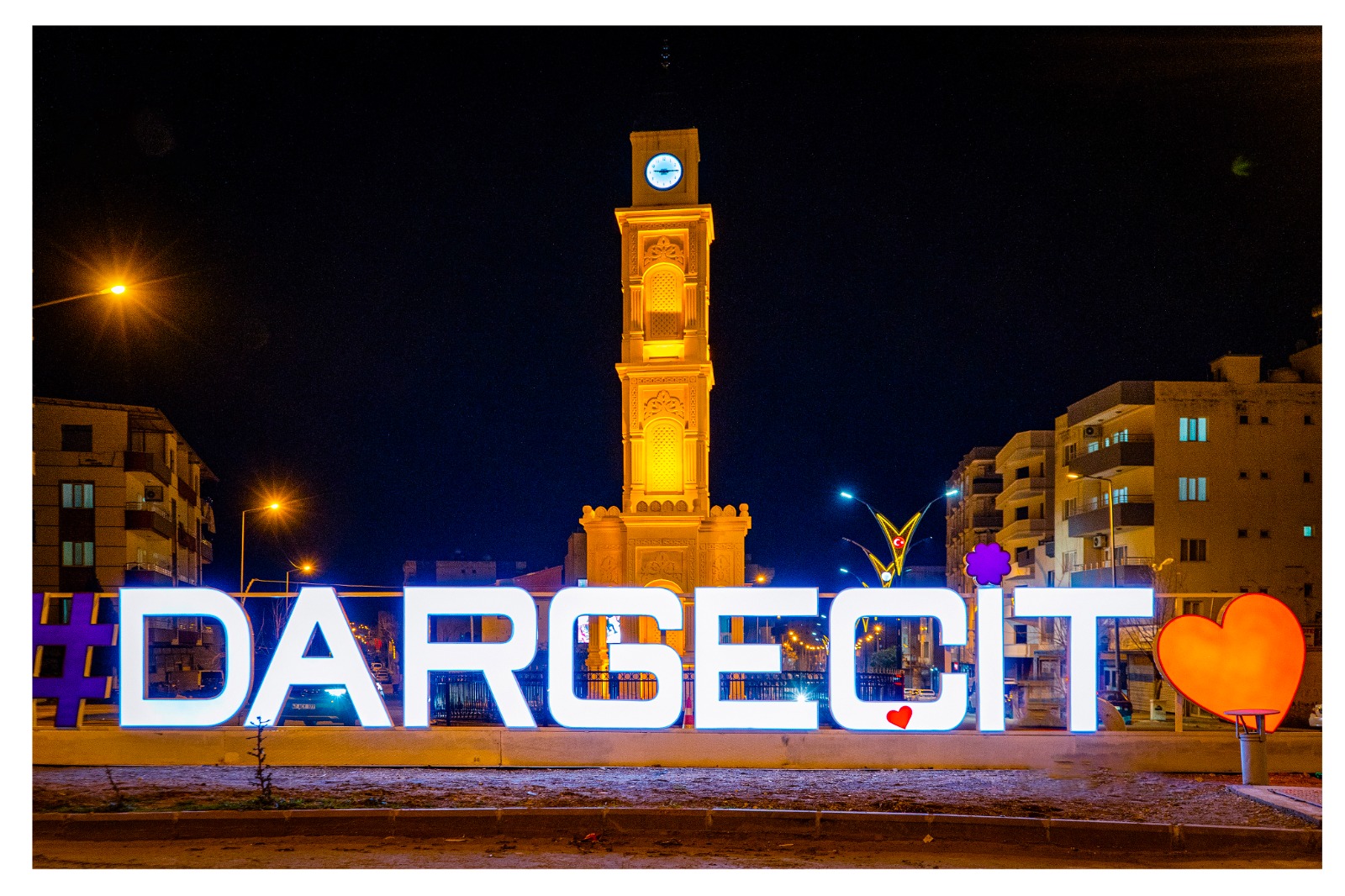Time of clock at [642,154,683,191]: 9:14
